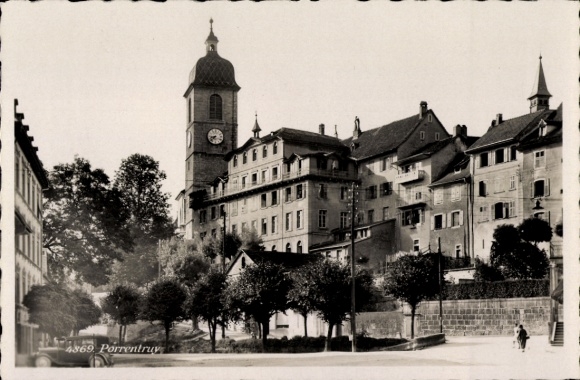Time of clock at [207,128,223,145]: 8:37
